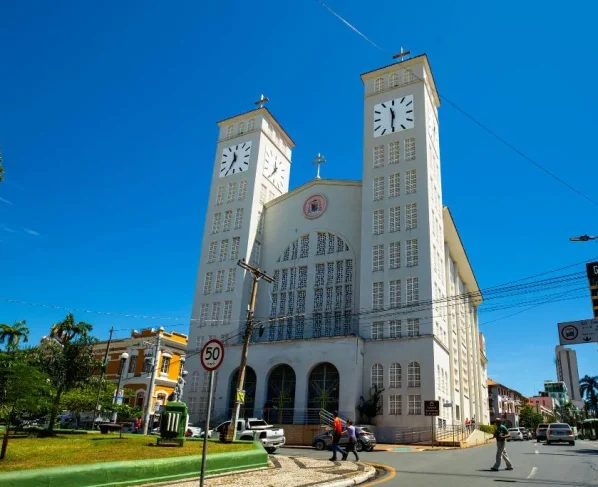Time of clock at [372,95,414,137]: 11:30
